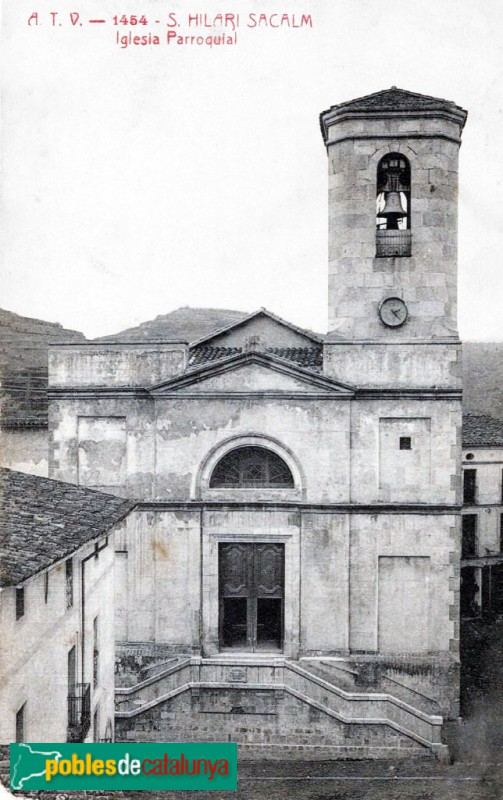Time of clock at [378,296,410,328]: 2:23
